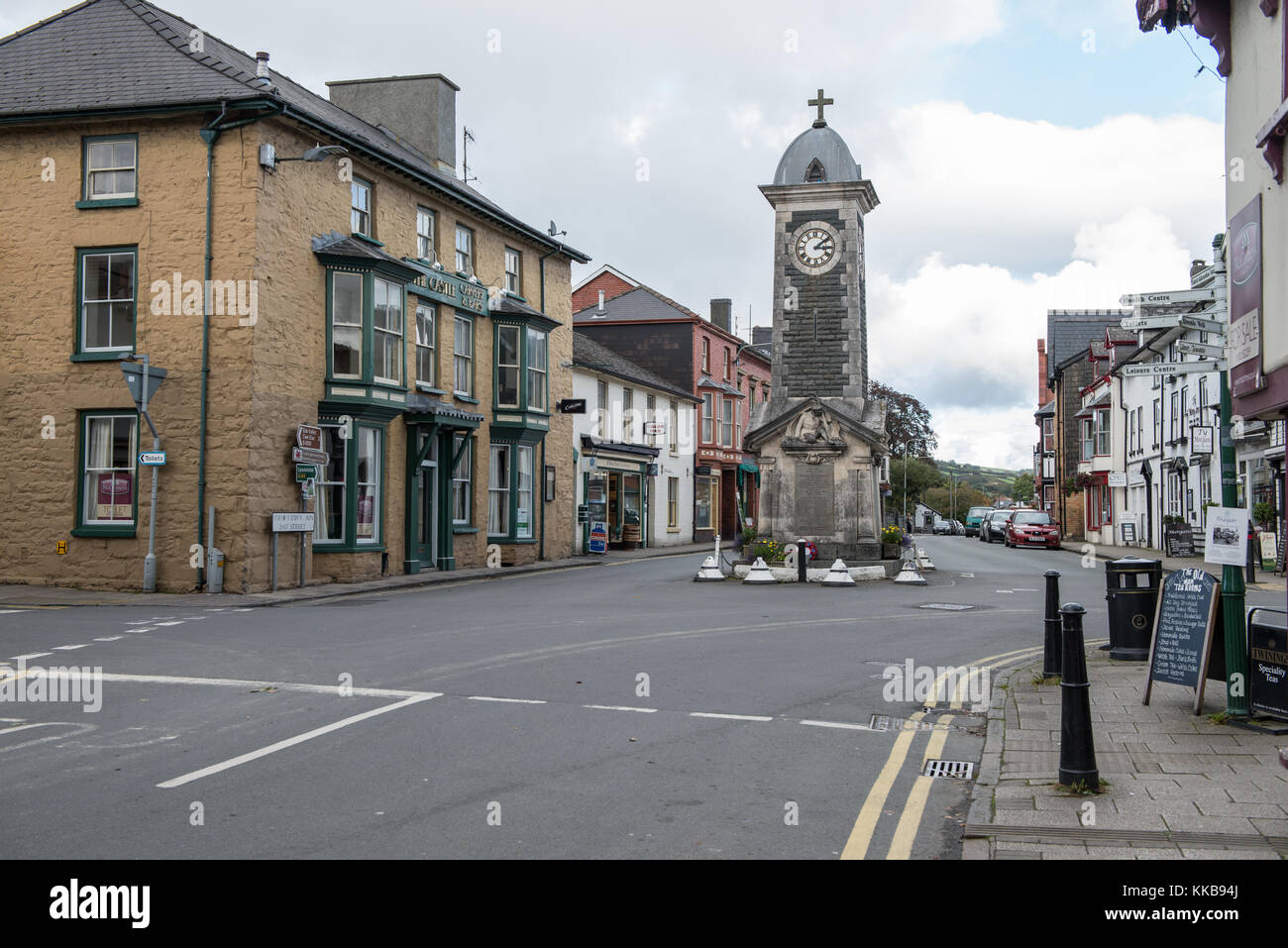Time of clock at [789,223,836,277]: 3:08
